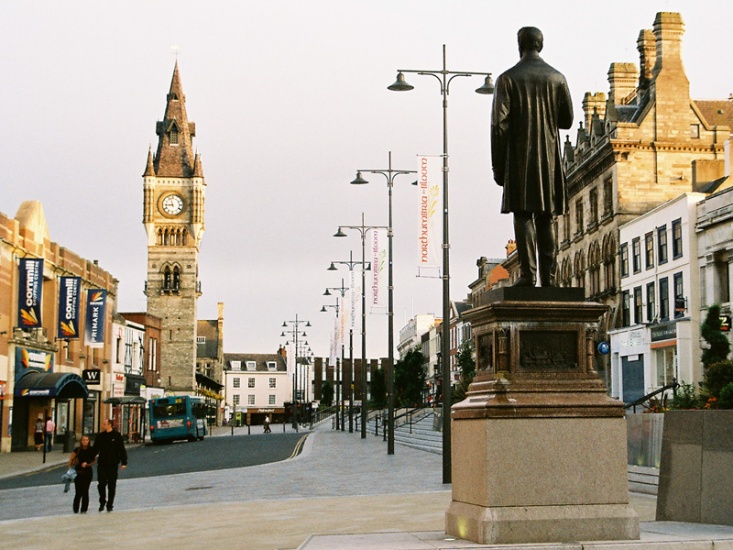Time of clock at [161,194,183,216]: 8:57
